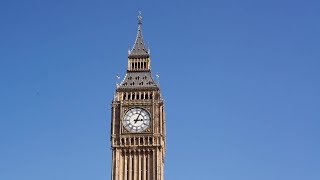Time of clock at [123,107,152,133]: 3:04
